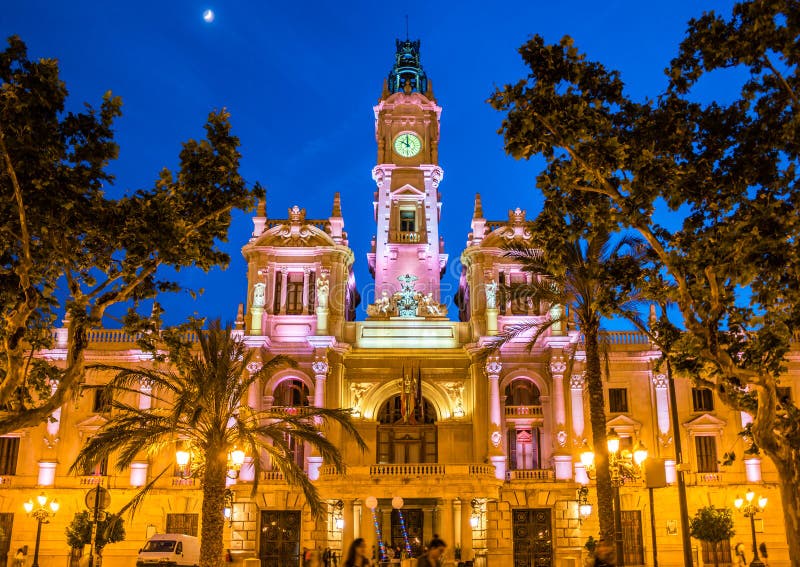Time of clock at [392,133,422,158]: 10:00
